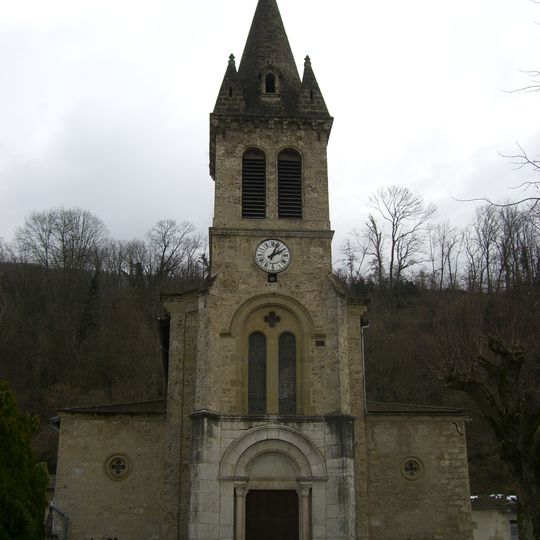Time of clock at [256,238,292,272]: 2:03
